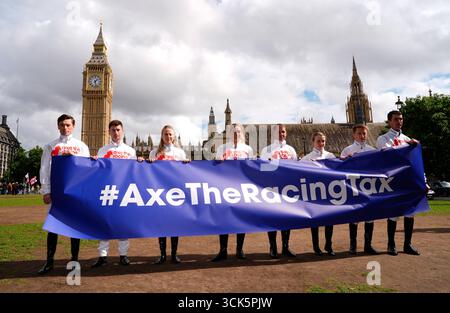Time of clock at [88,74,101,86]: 1:28
